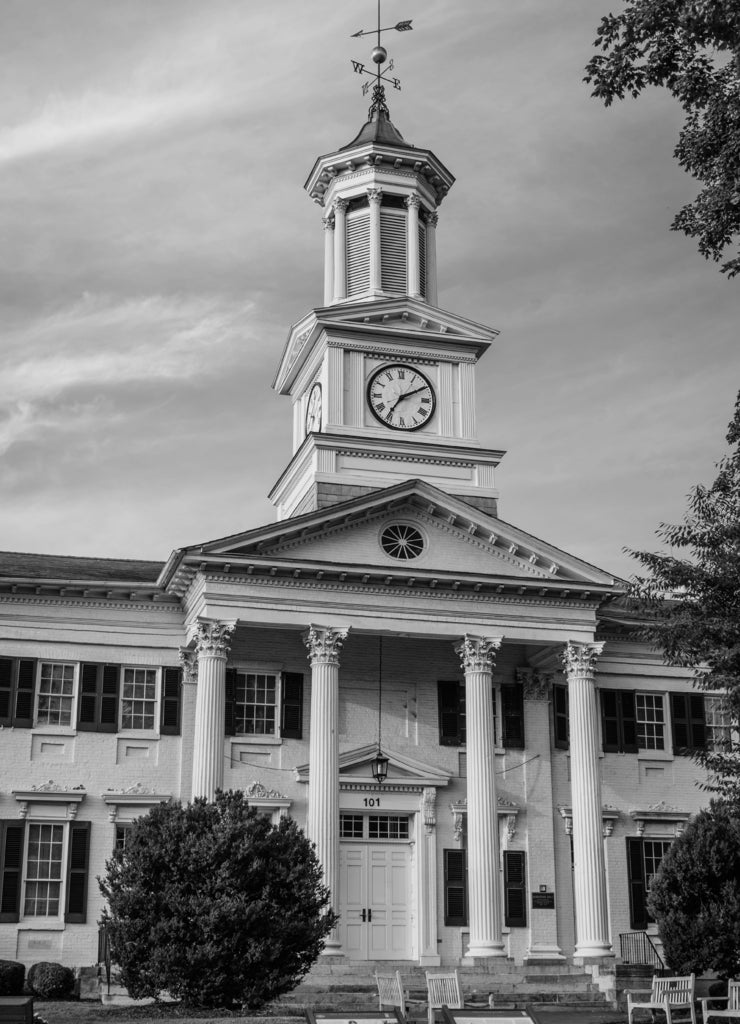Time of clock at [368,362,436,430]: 7:10
